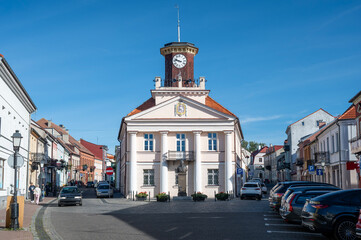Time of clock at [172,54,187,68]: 9:47
